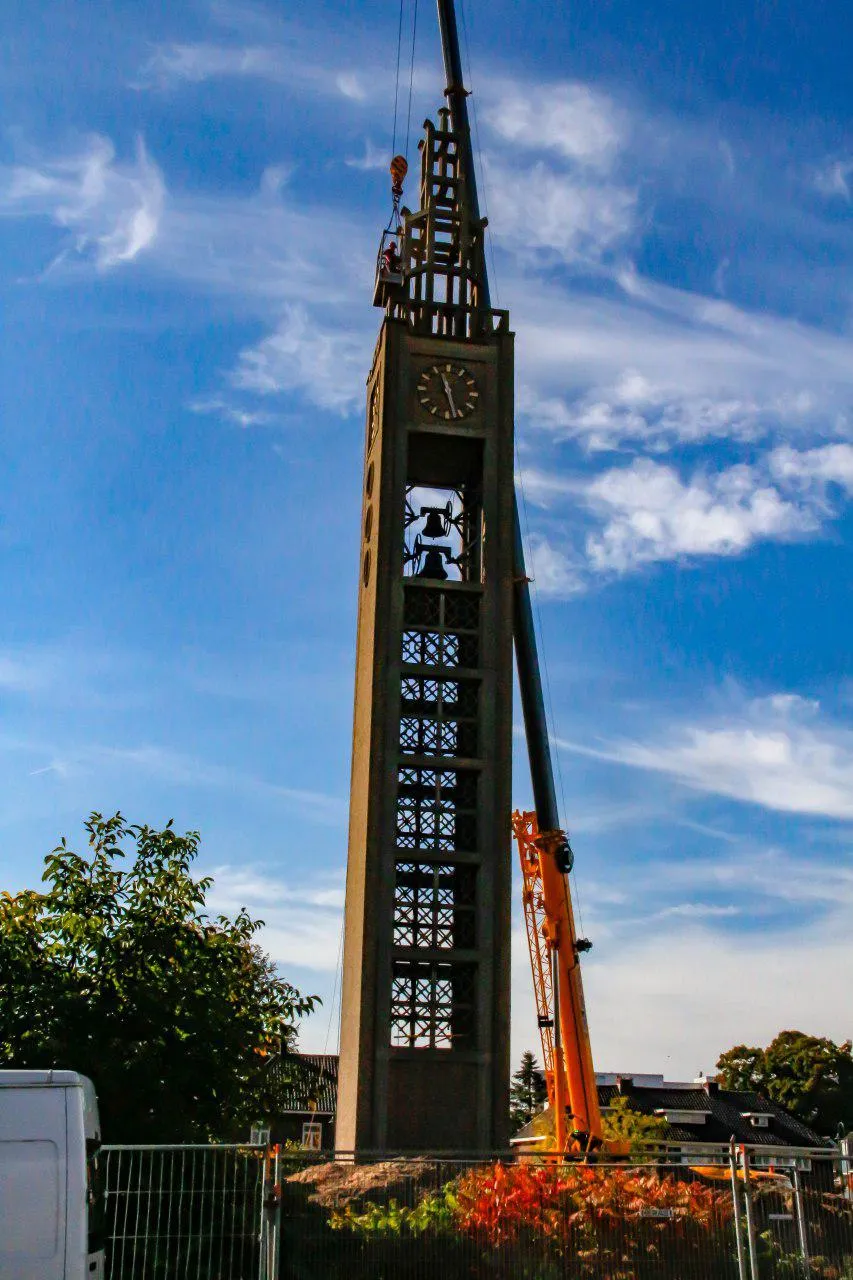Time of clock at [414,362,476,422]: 11:27
